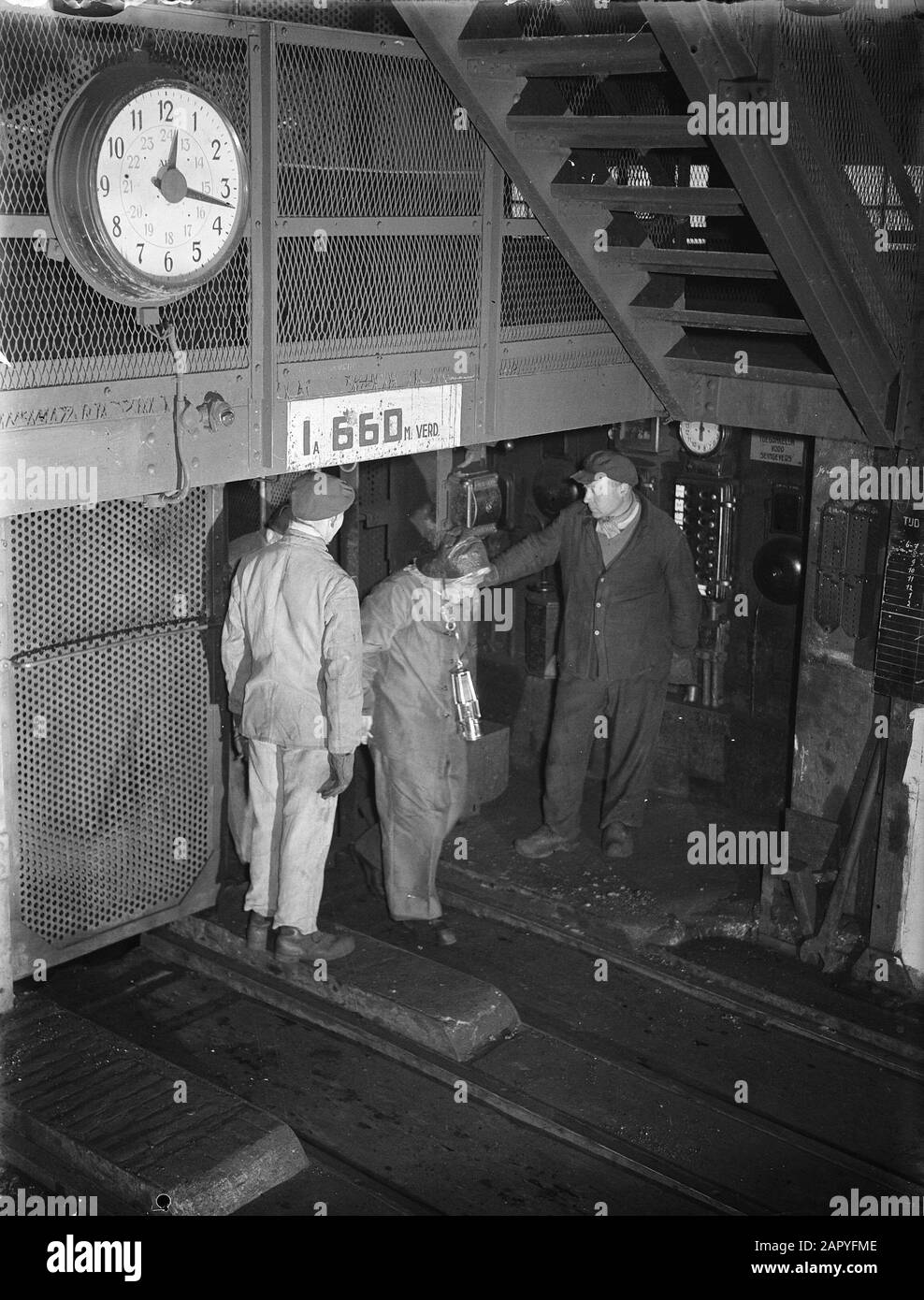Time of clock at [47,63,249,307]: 12:16
